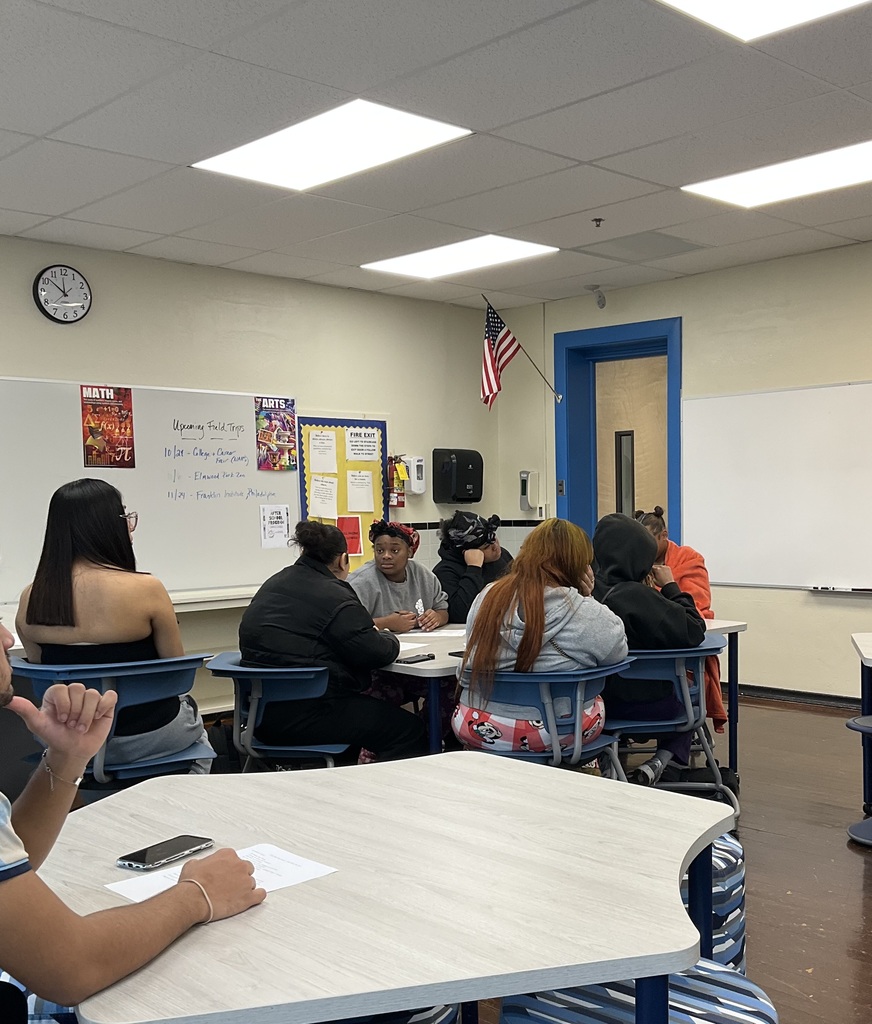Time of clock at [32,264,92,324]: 11:51
